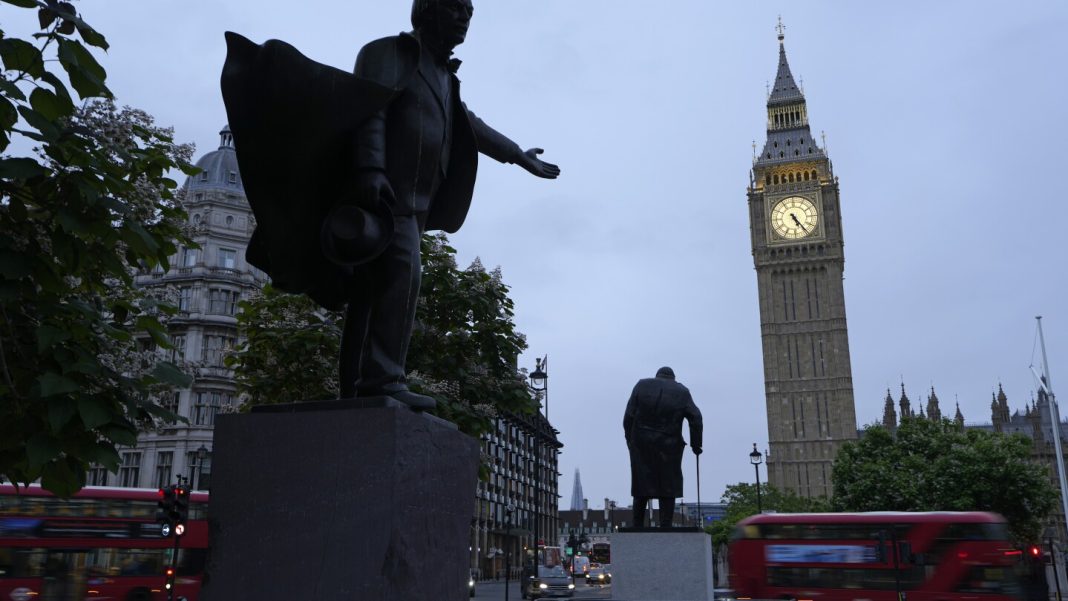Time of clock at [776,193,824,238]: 5:24
